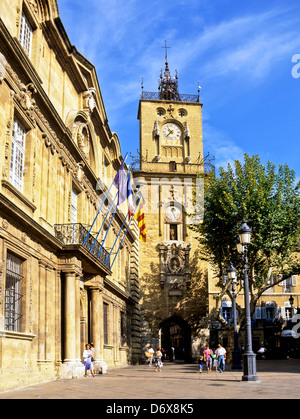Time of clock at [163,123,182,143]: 10:37
